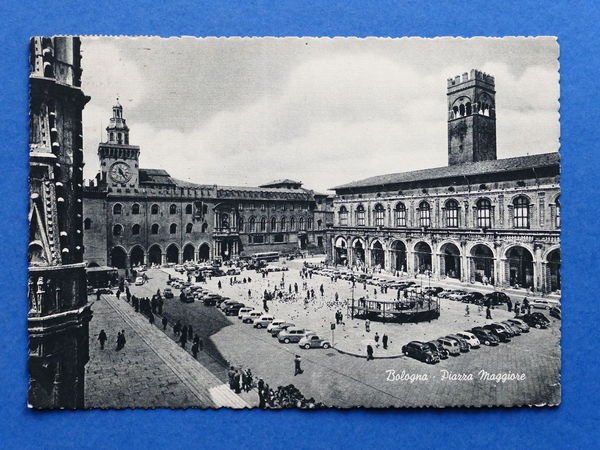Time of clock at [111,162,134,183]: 11:23
